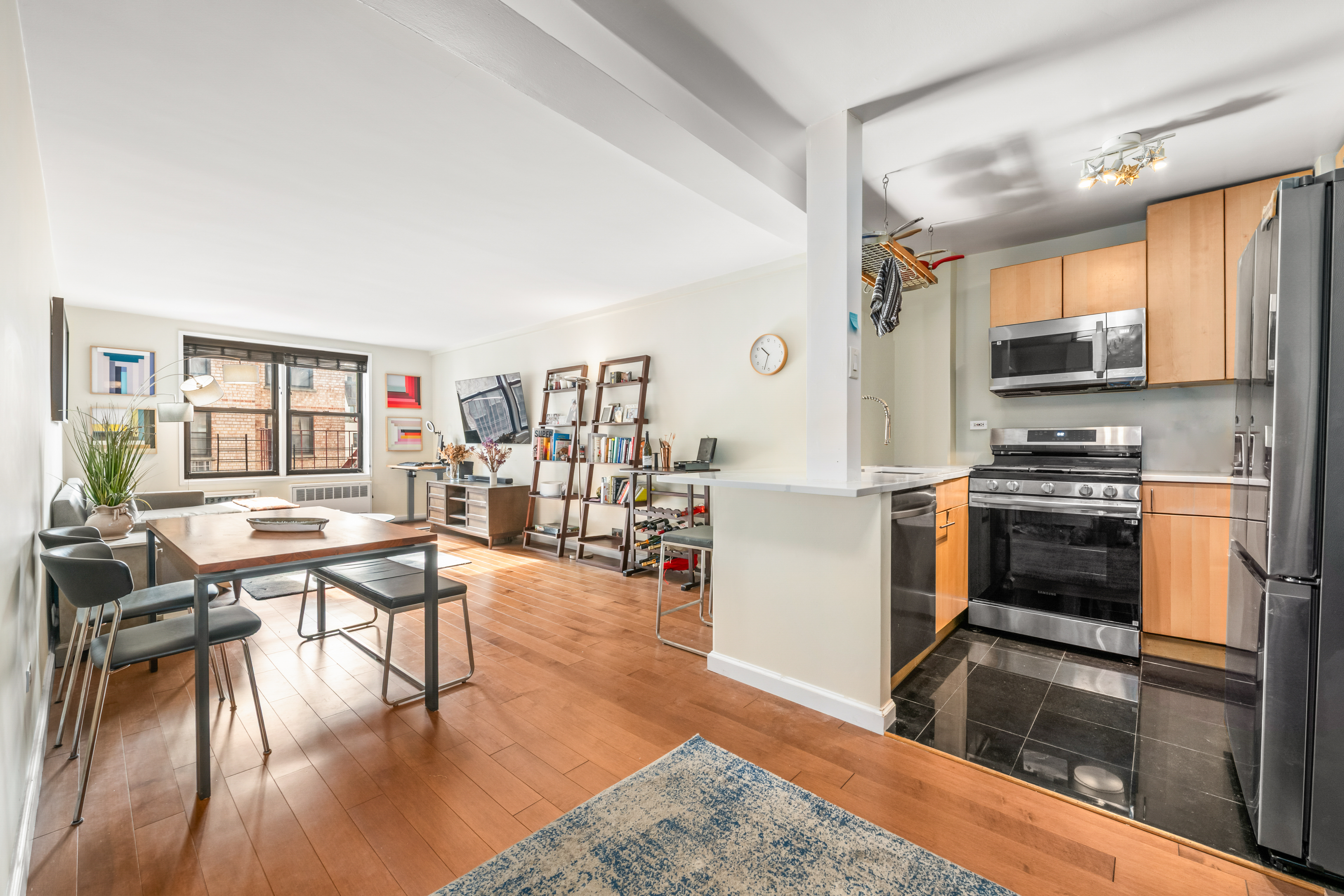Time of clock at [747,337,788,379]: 10:33
